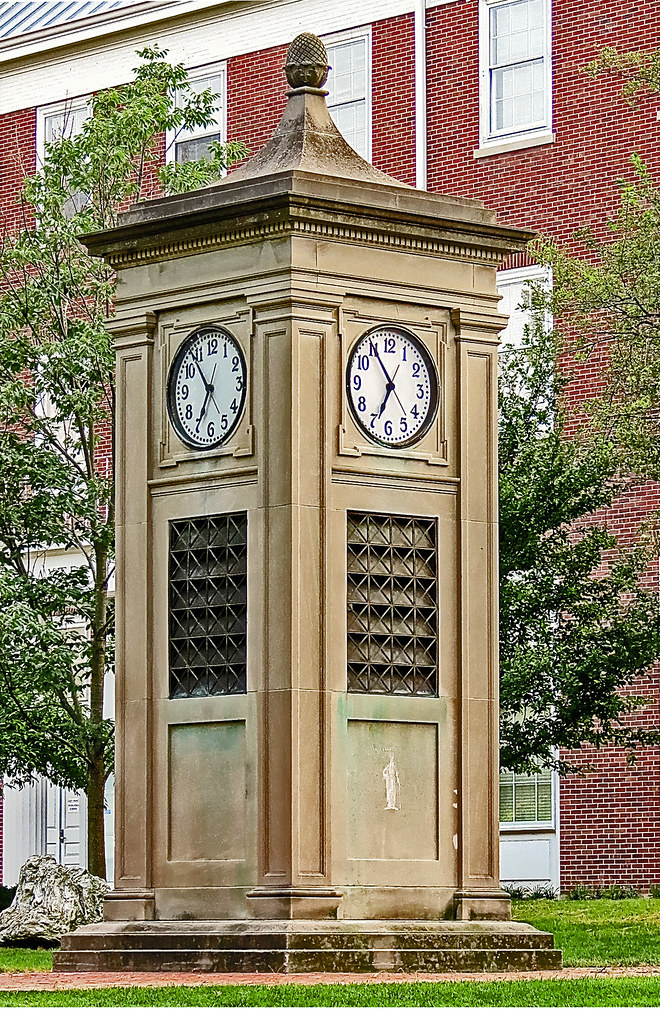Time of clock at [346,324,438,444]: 6:54
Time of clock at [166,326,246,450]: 6:53
